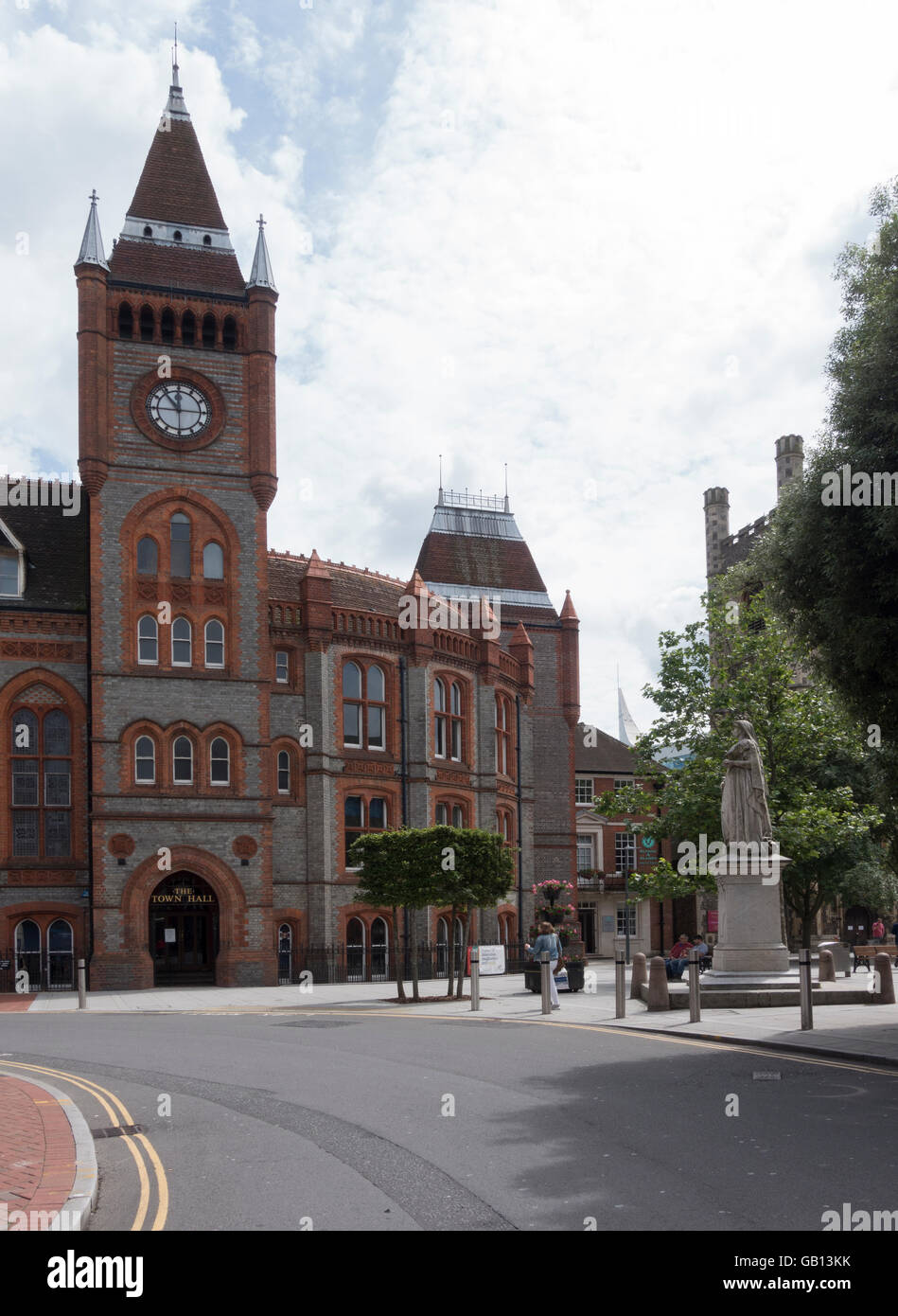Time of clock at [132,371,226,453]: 11:53
